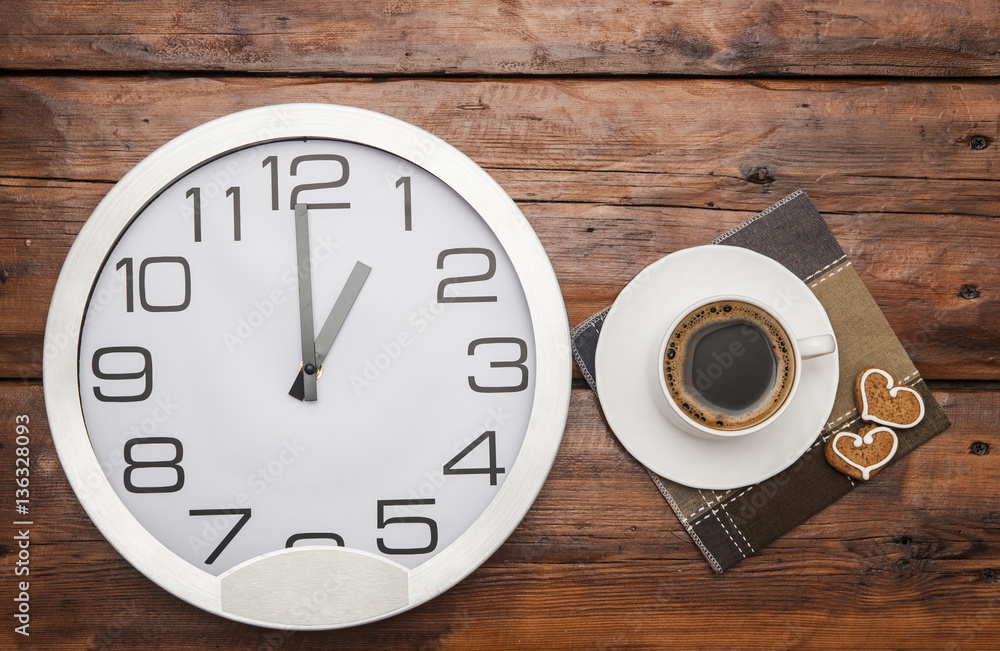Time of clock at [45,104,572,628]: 1:00
